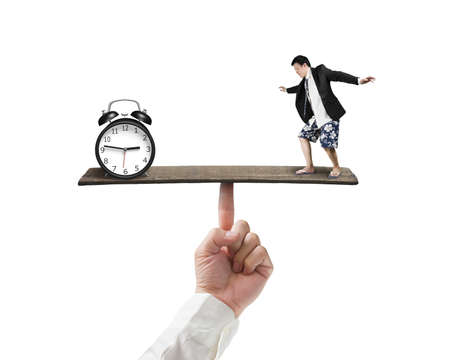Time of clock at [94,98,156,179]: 2:46
